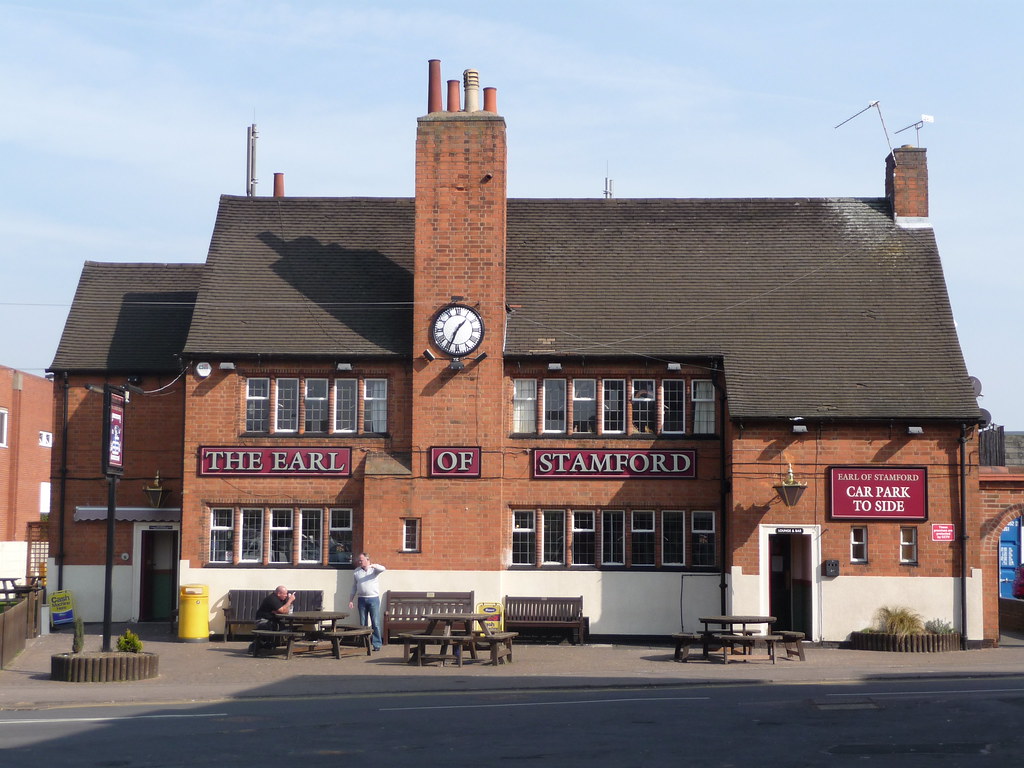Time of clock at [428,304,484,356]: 1:33
